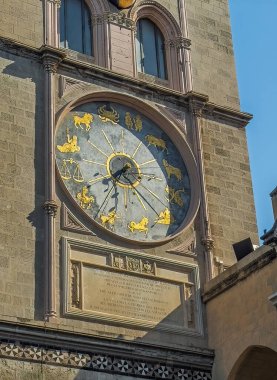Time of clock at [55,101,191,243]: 7:32
